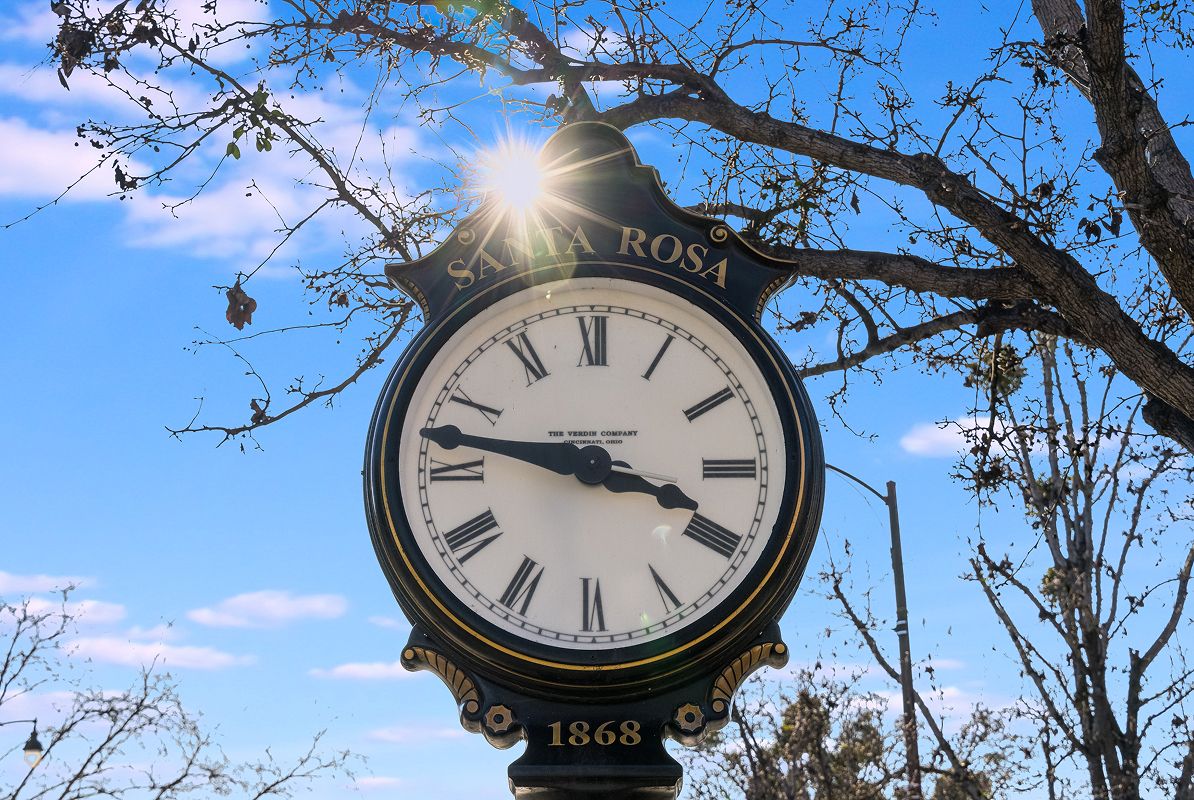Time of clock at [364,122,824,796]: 3:46
